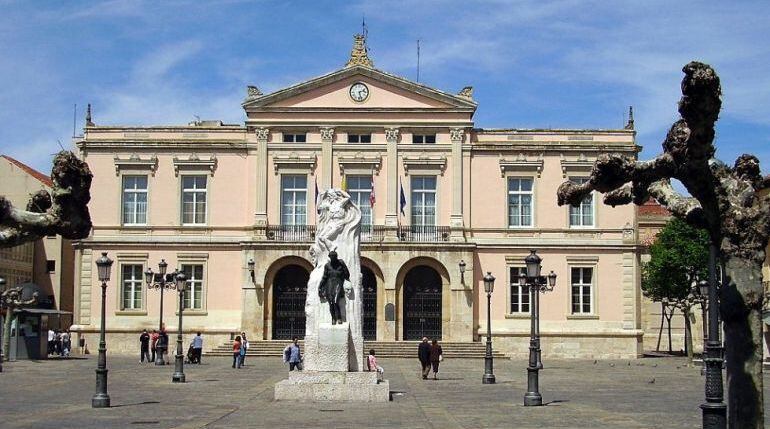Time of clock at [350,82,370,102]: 2:27
